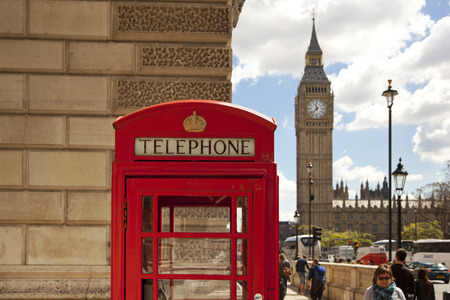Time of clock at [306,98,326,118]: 11:37
